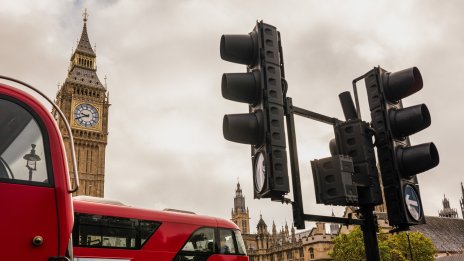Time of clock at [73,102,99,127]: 9:41
